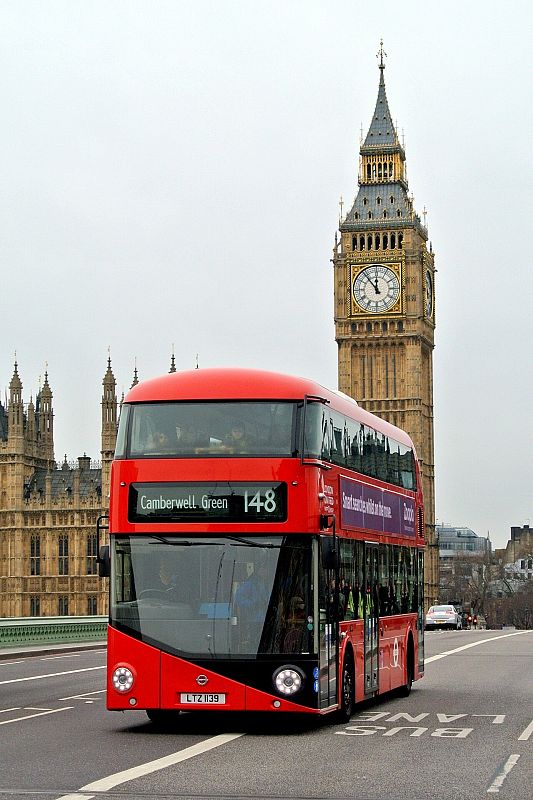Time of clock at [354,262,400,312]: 11:53
